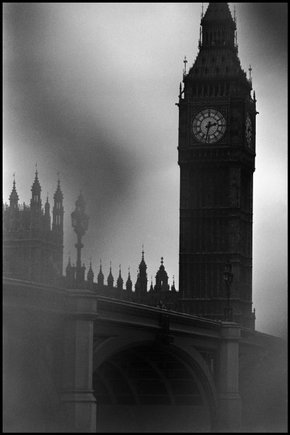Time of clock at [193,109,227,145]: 2:32
